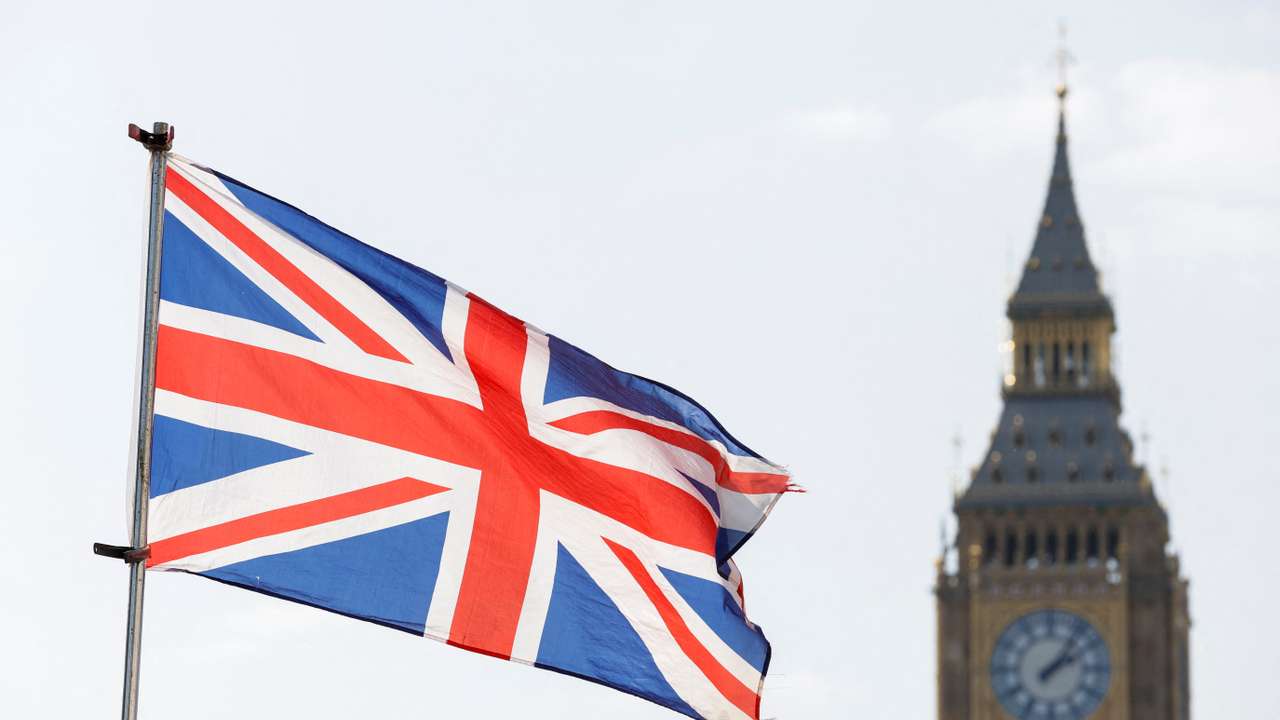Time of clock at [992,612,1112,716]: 2:06
